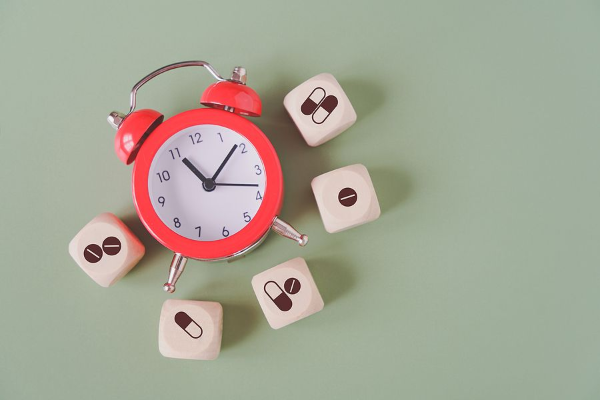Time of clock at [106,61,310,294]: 11:08
